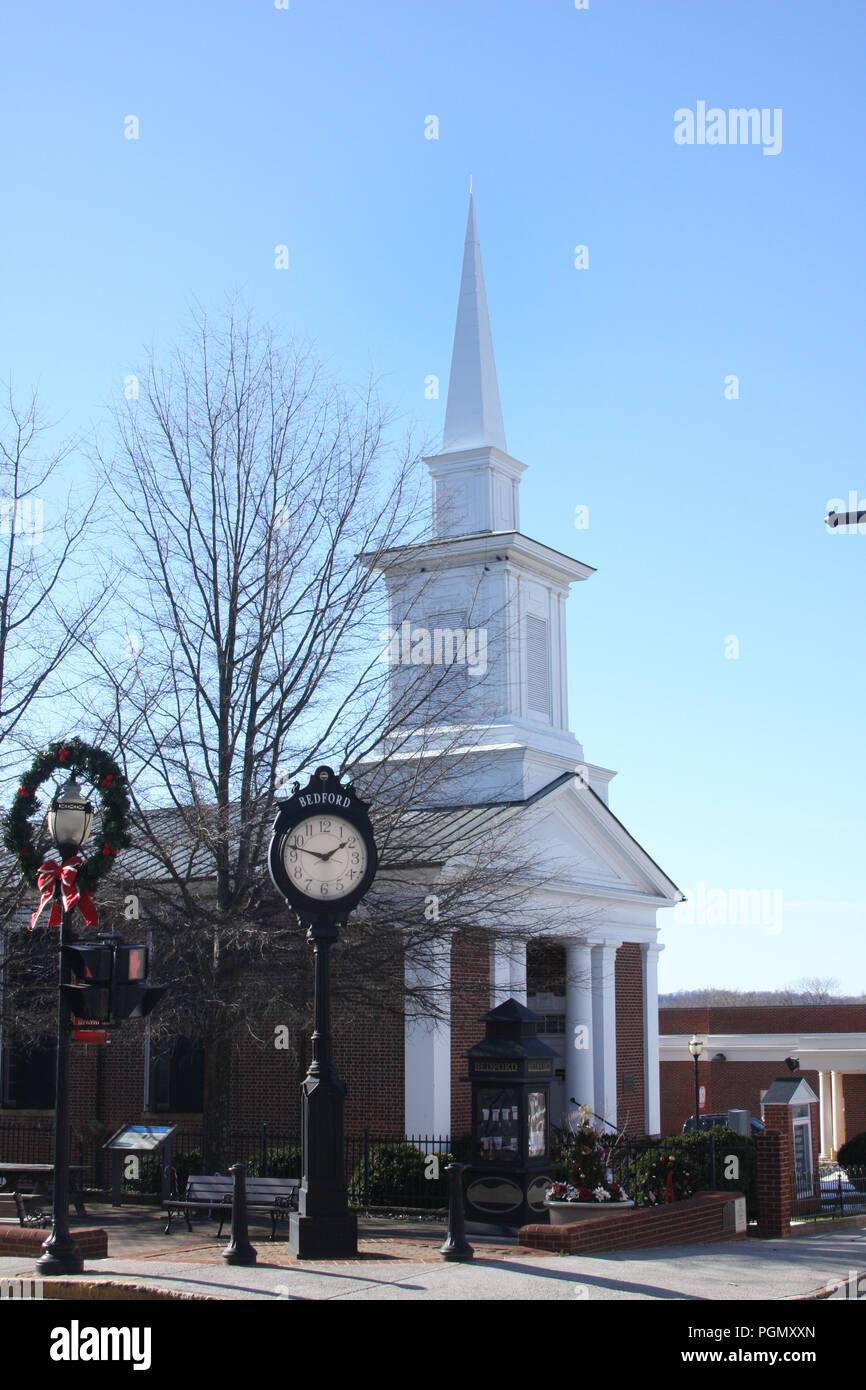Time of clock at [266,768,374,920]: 1:47
